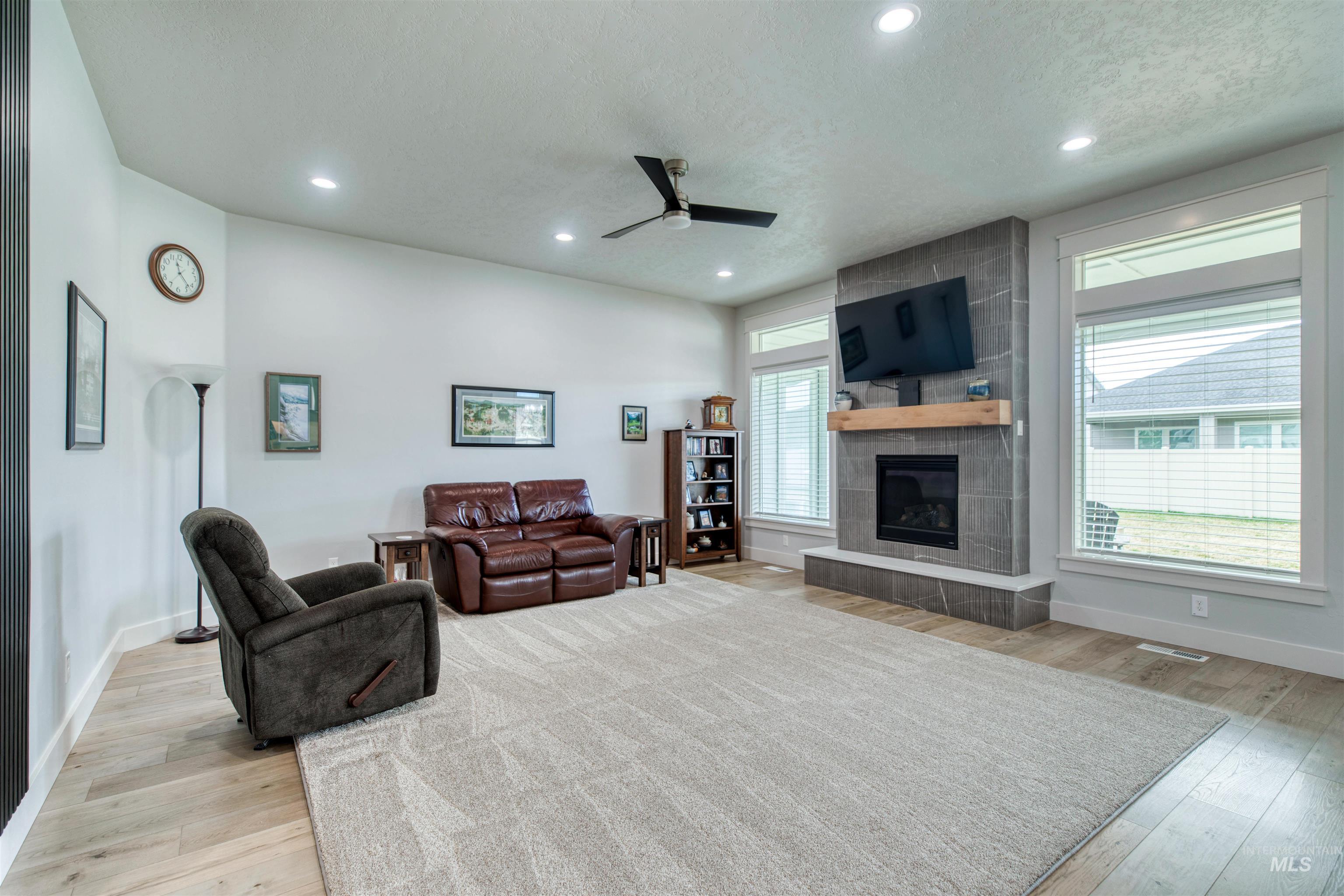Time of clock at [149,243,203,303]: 11:22
